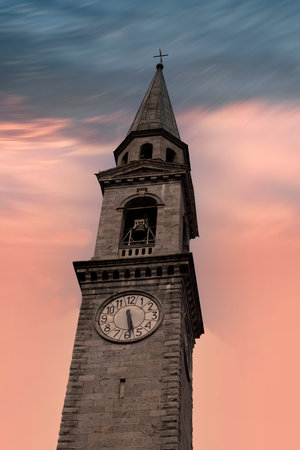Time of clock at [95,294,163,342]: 5:28
